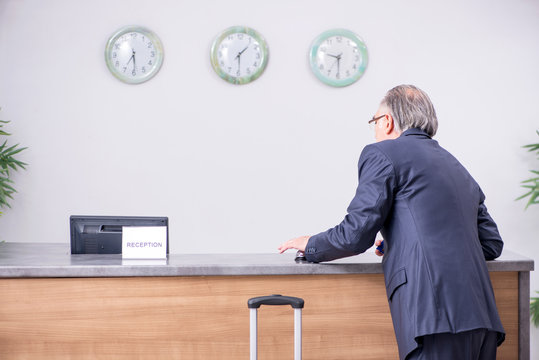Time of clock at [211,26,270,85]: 1:29
